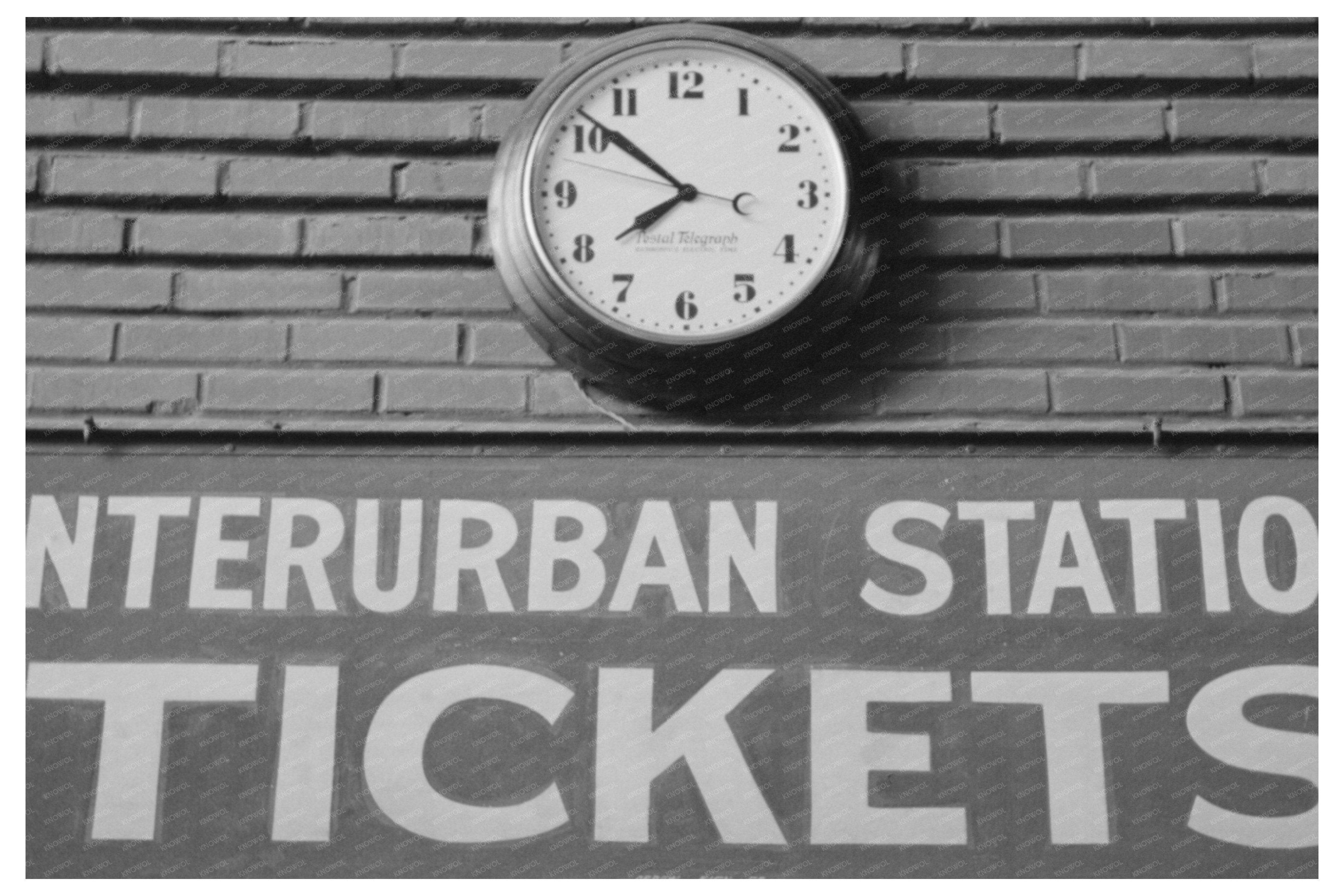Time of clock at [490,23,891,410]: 7:51
